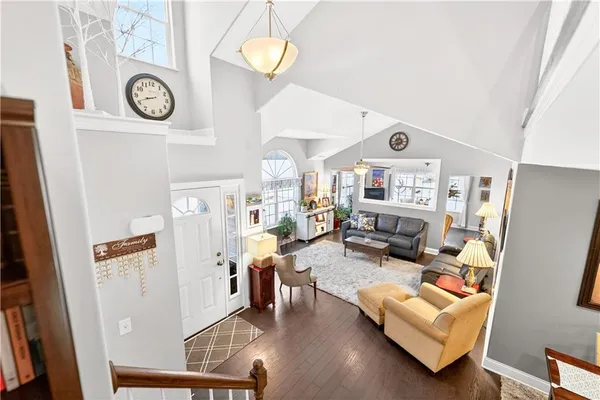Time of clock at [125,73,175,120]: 8:41
